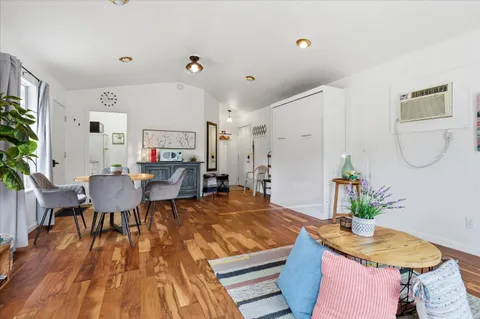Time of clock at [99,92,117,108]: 2:56
